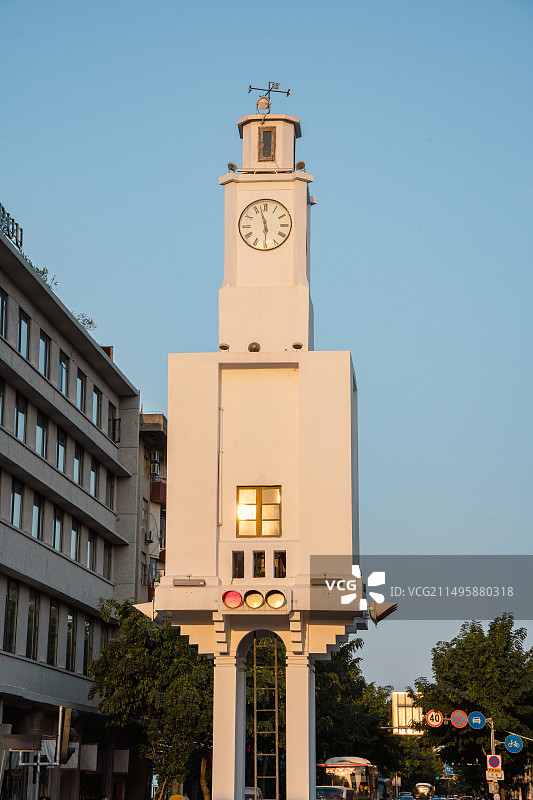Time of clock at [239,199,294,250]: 5:57
